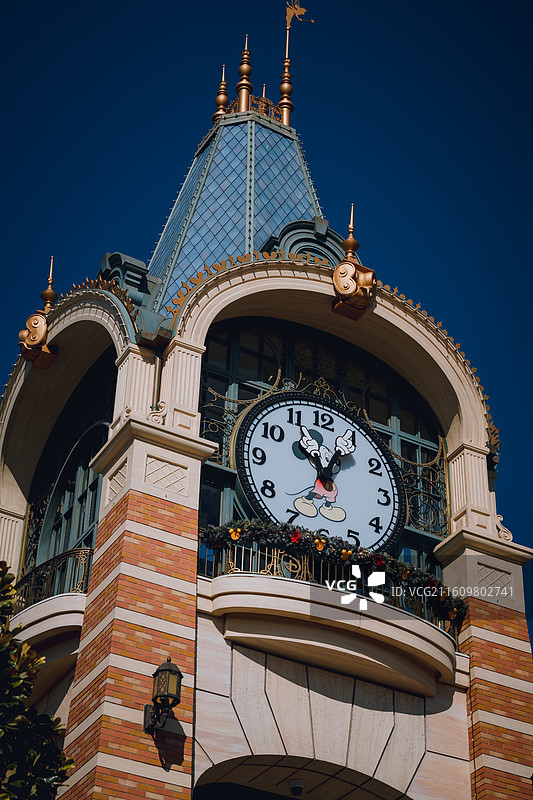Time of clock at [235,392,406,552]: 11:04
